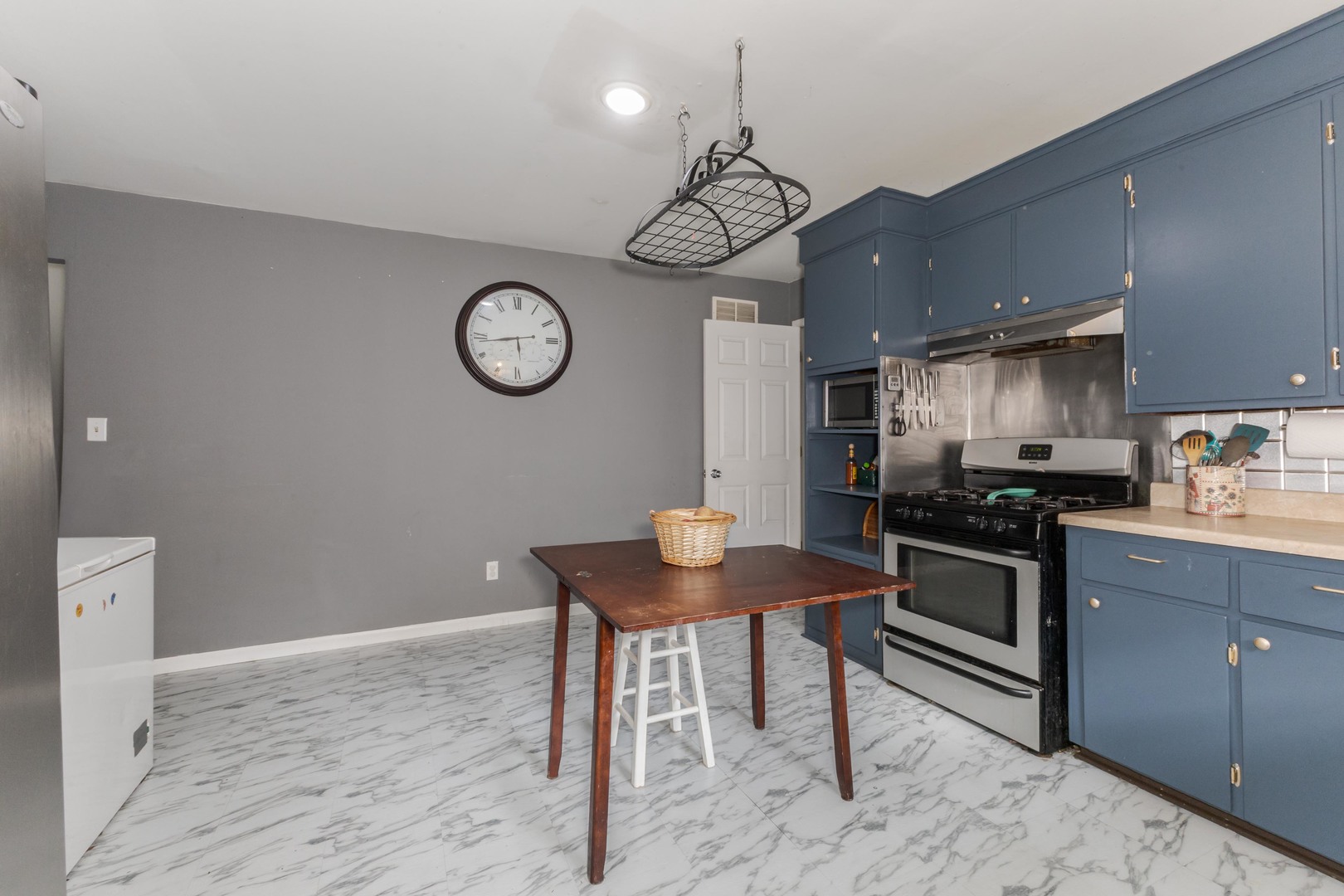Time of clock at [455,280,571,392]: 5:43
